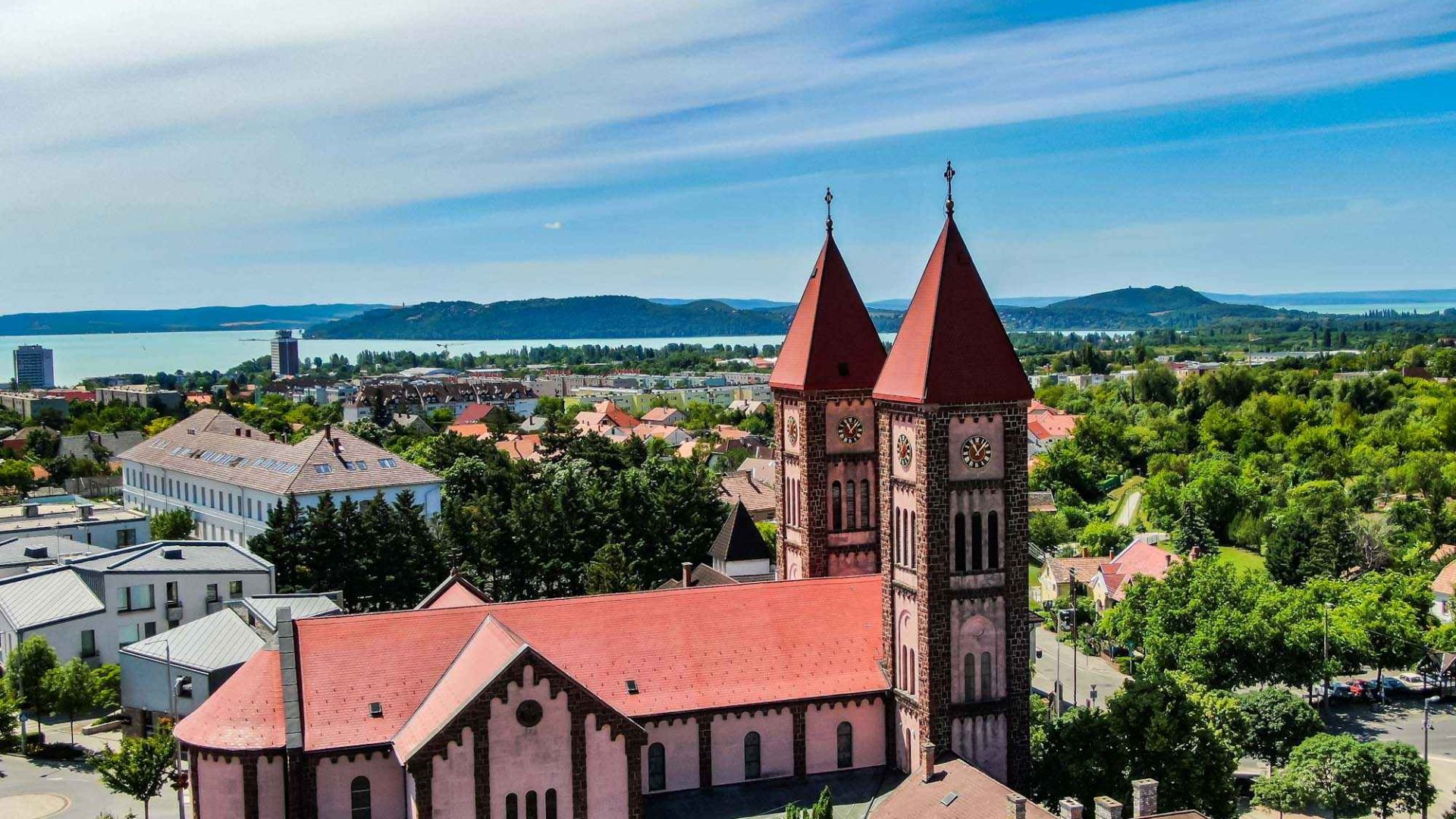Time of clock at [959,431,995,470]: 11:07
